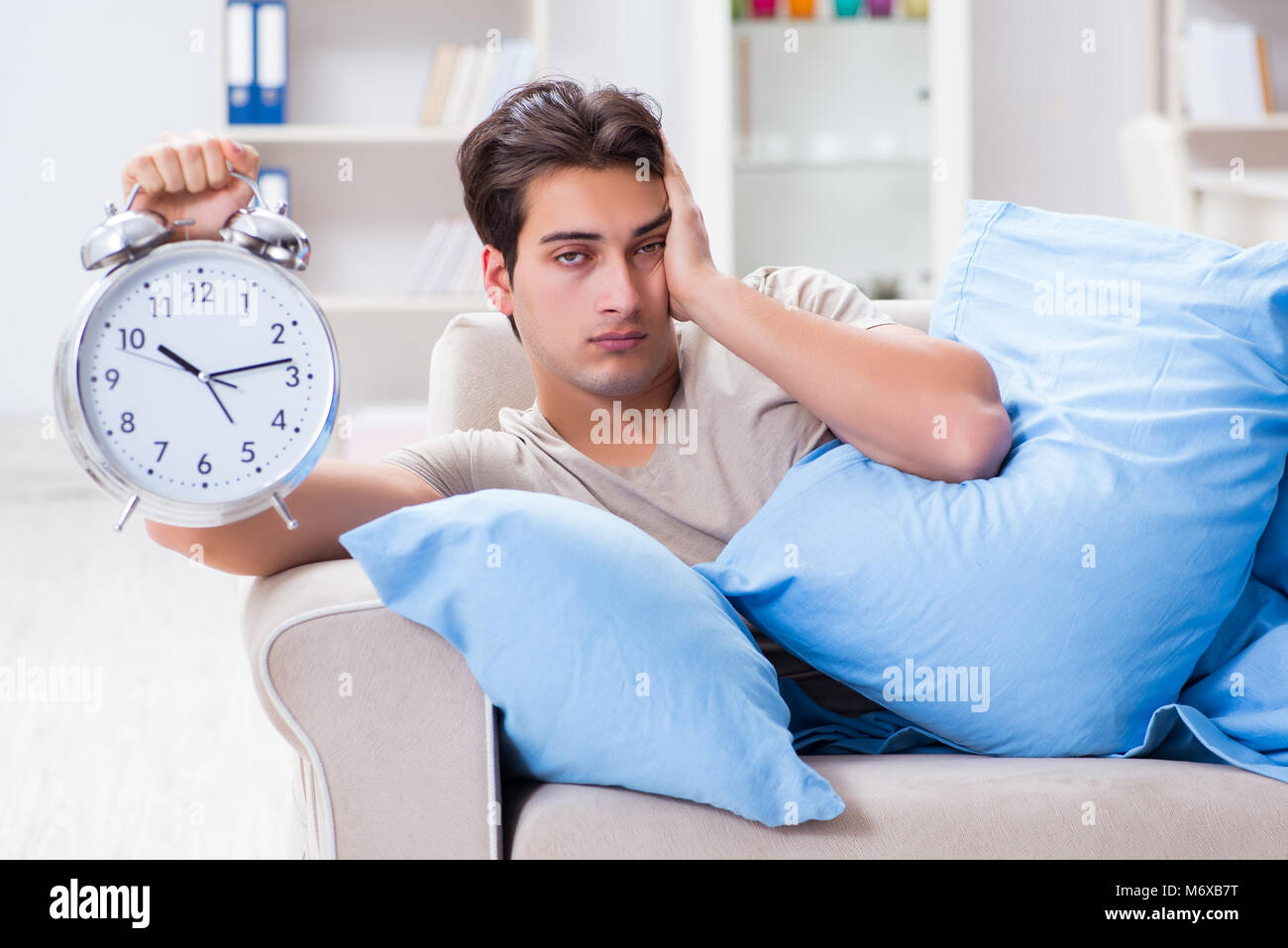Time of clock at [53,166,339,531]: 10:13
